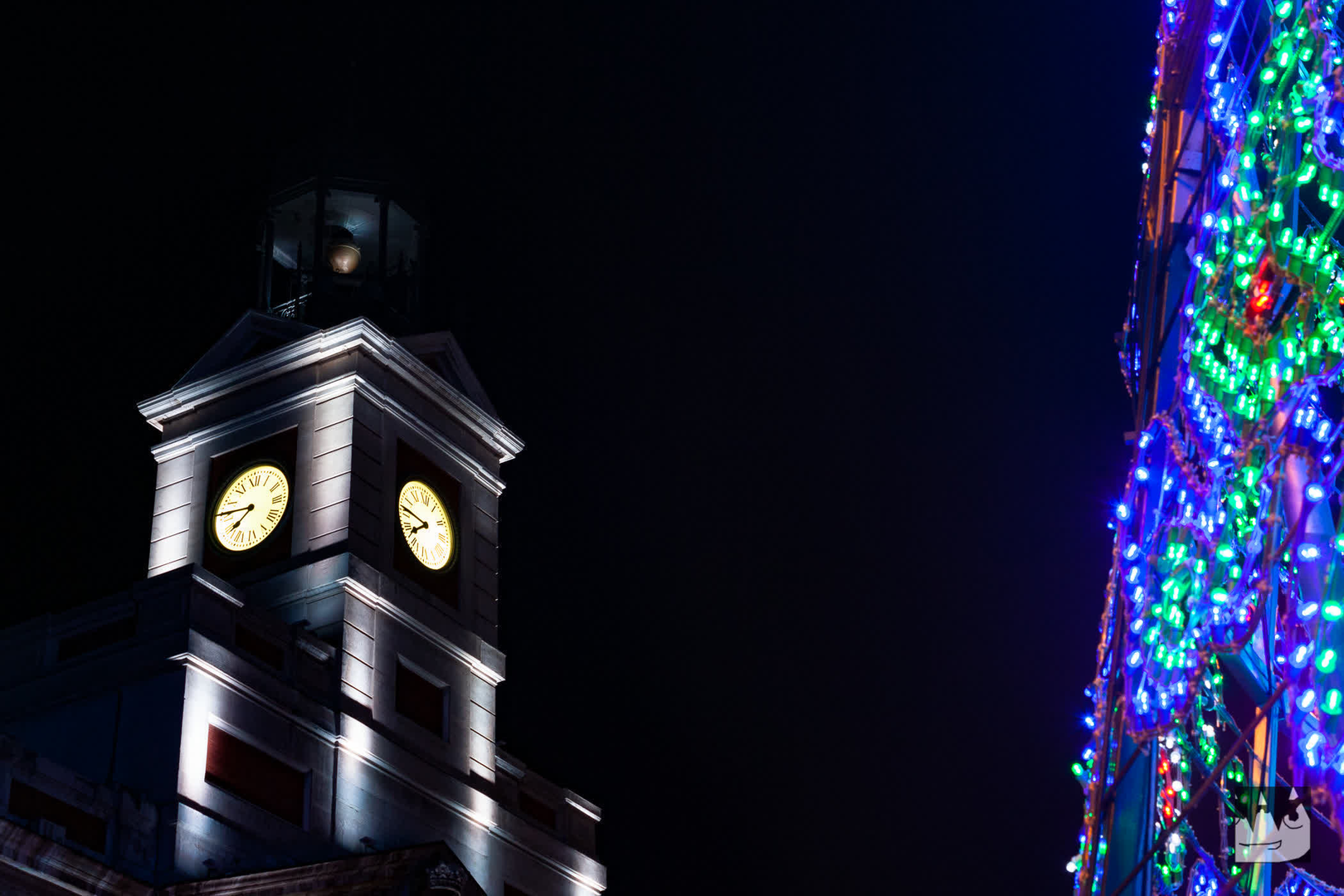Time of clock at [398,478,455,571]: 7:46
